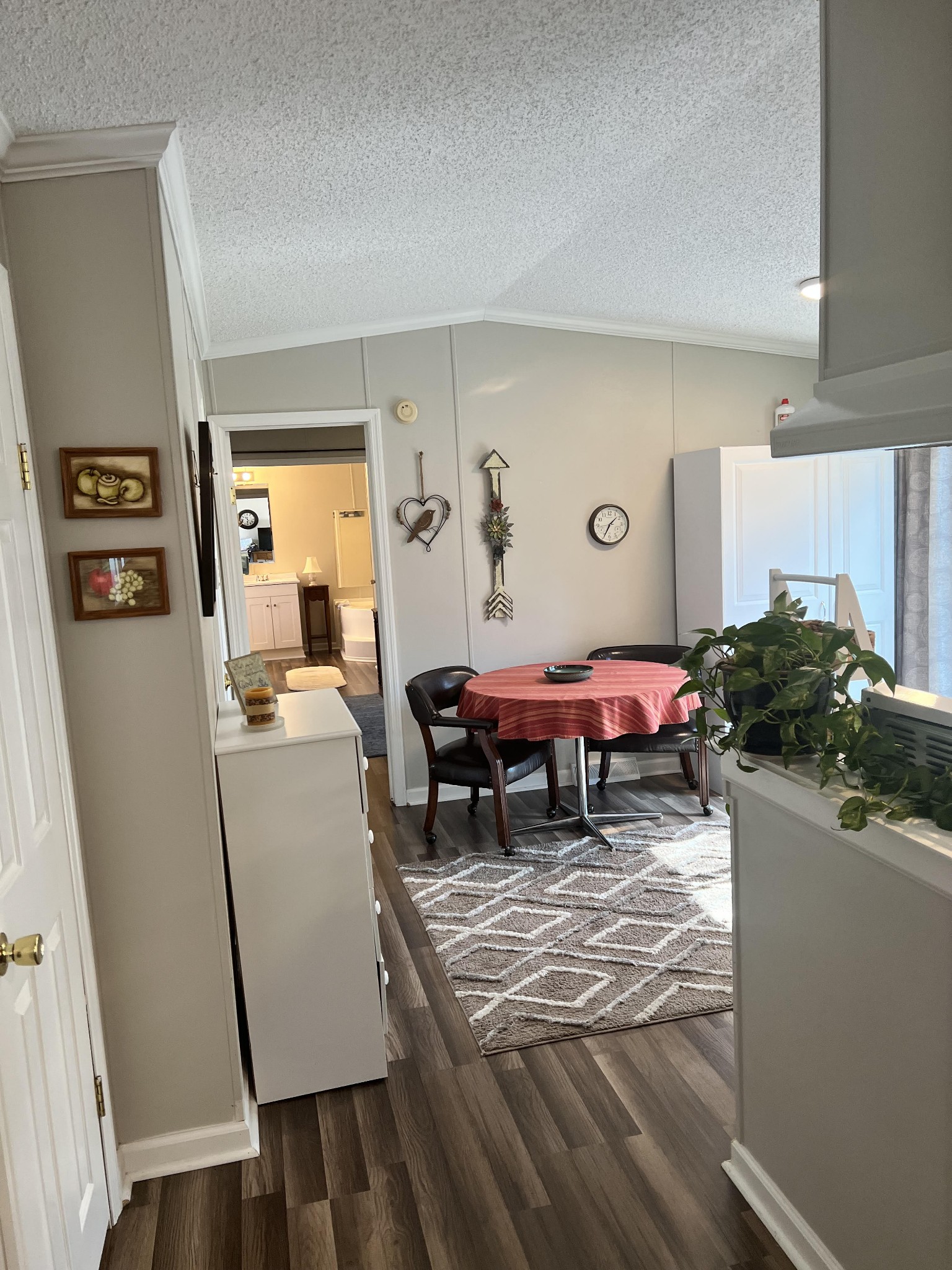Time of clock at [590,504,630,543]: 1:34
